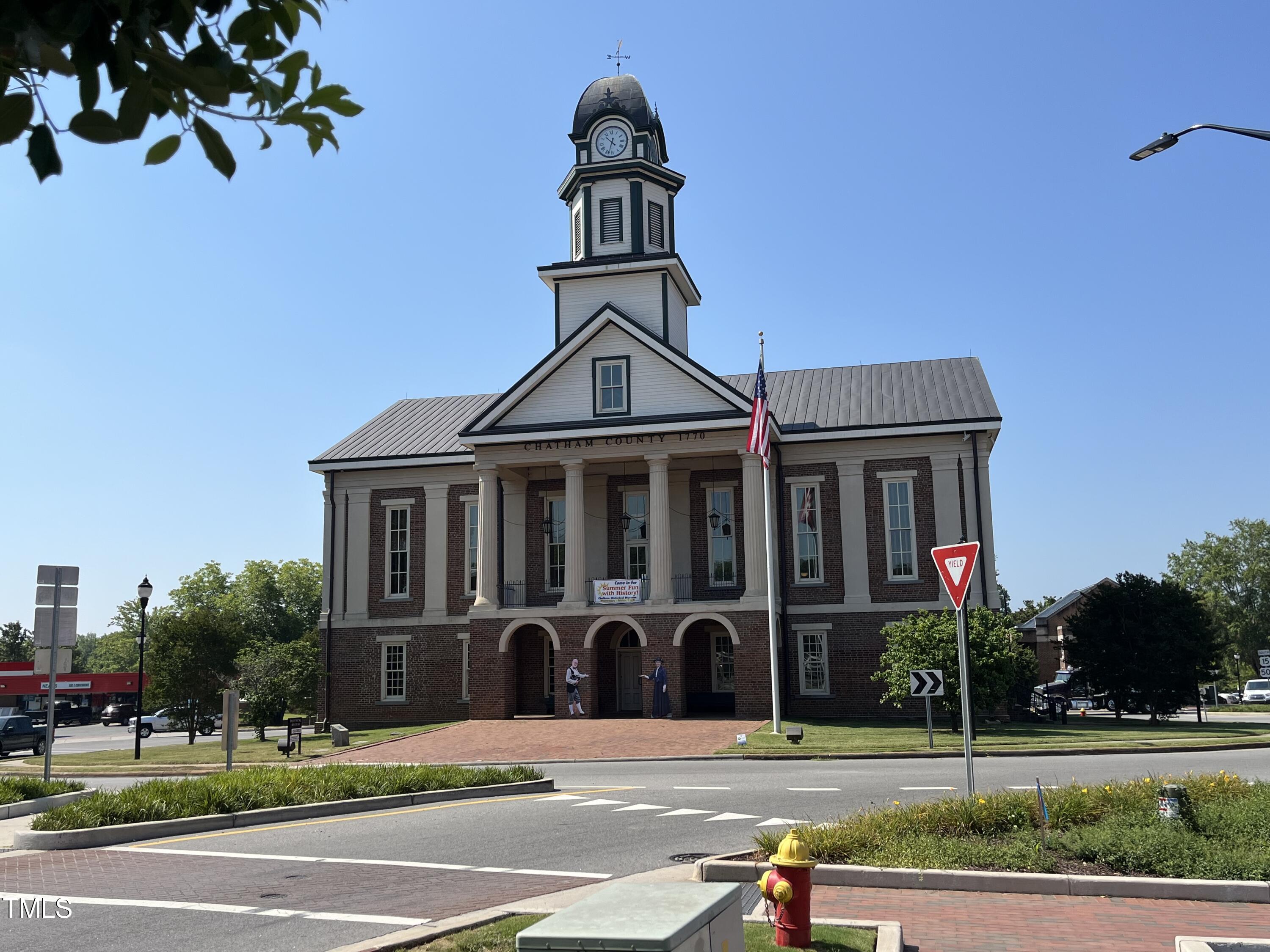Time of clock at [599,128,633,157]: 10:33
